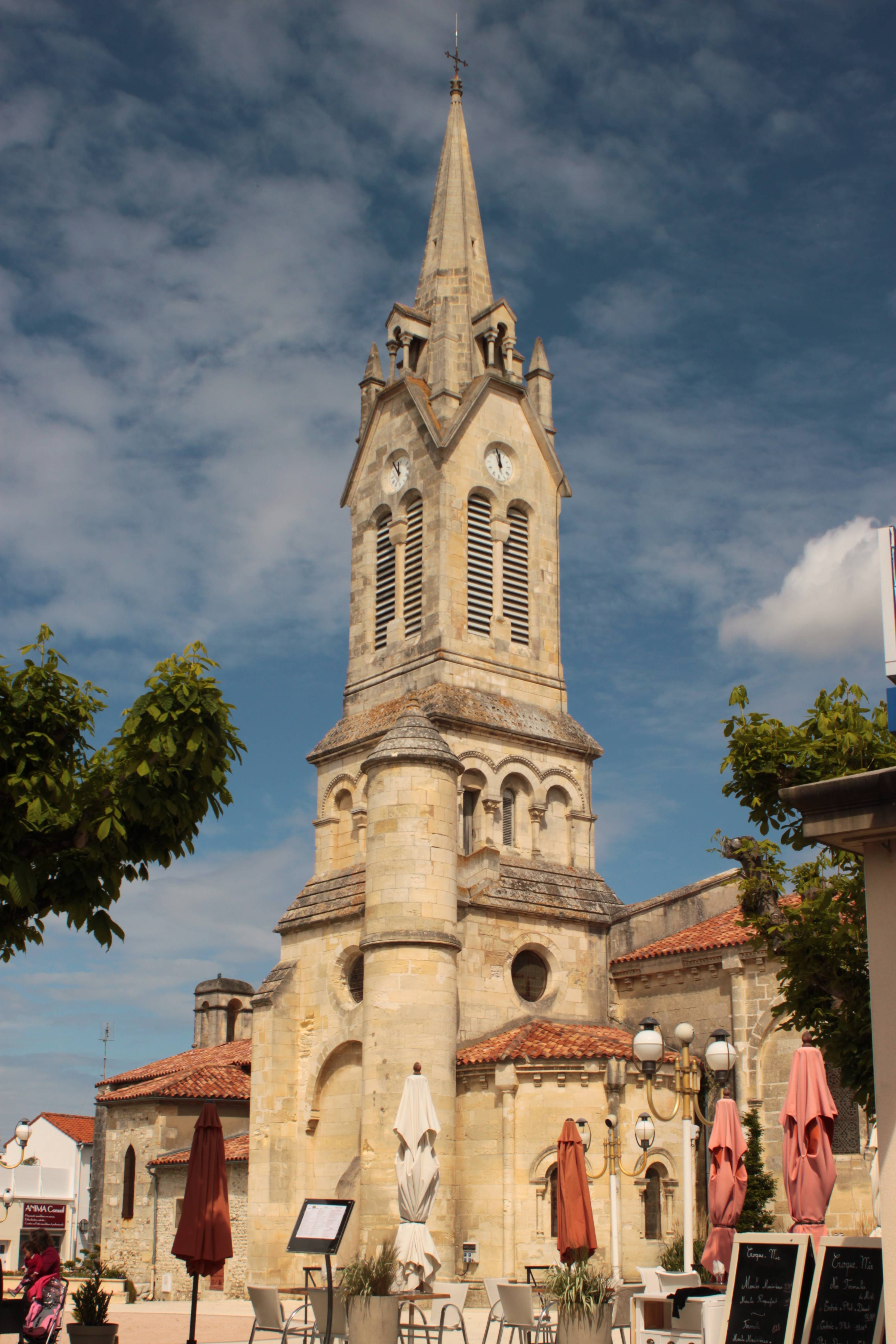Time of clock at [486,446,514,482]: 11:57
